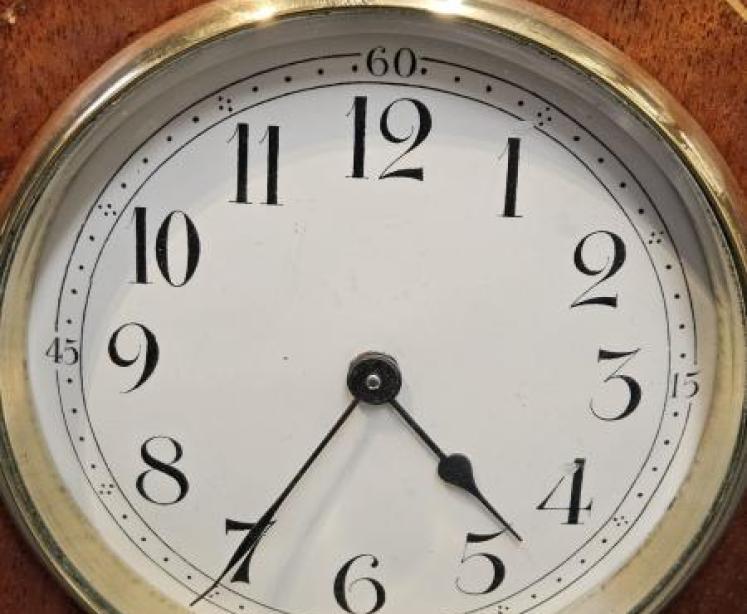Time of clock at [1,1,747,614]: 4:35
